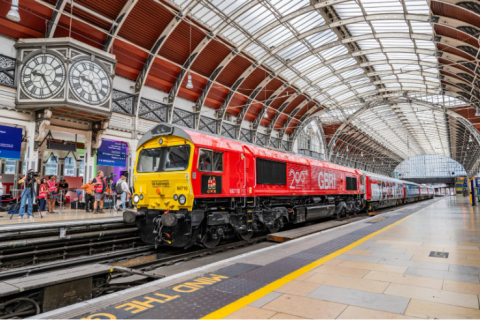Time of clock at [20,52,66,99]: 9:25
